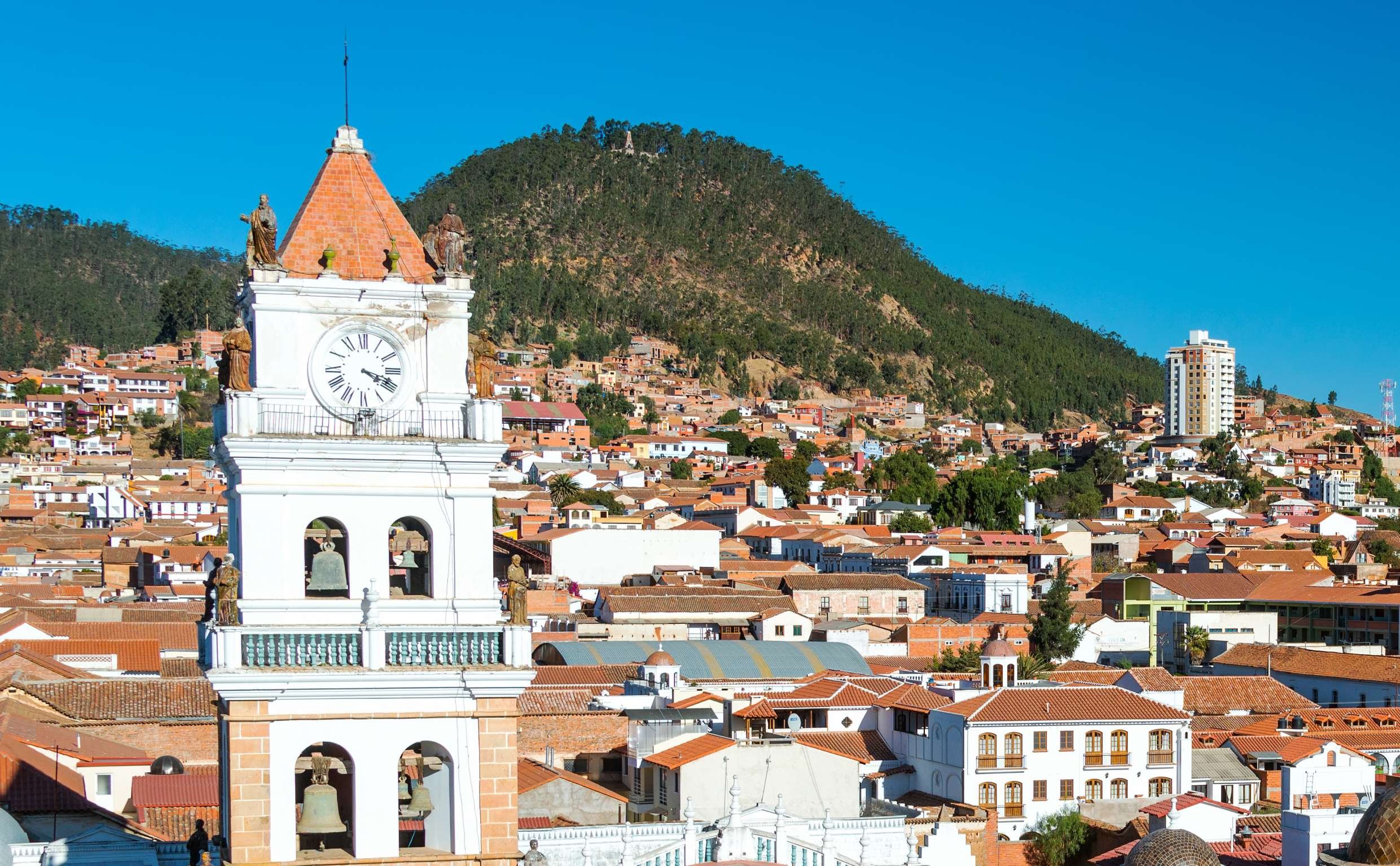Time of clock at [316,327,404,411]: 4:18
